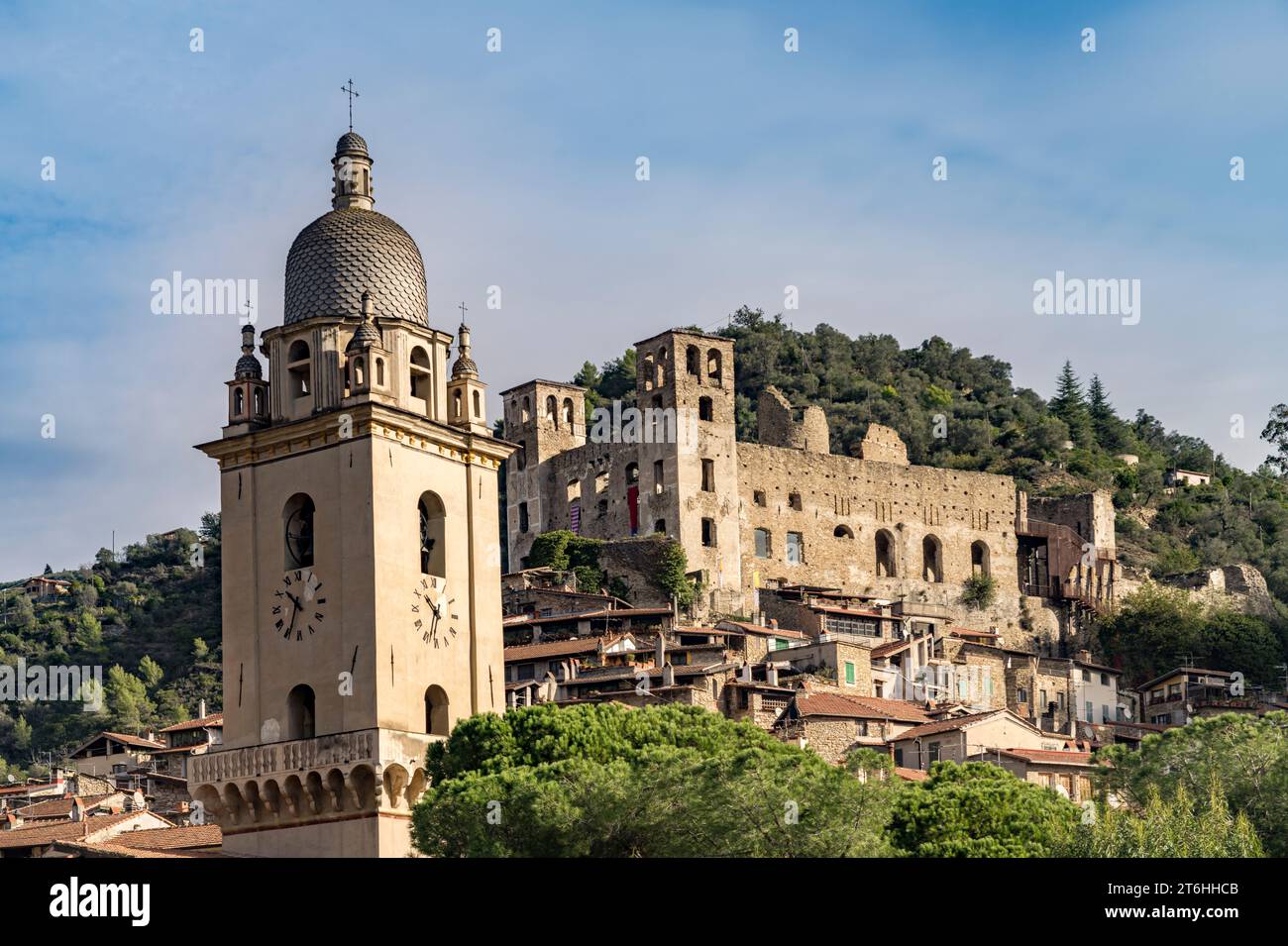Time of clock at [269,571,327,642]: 10:34
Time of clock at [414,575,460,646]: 10:32
